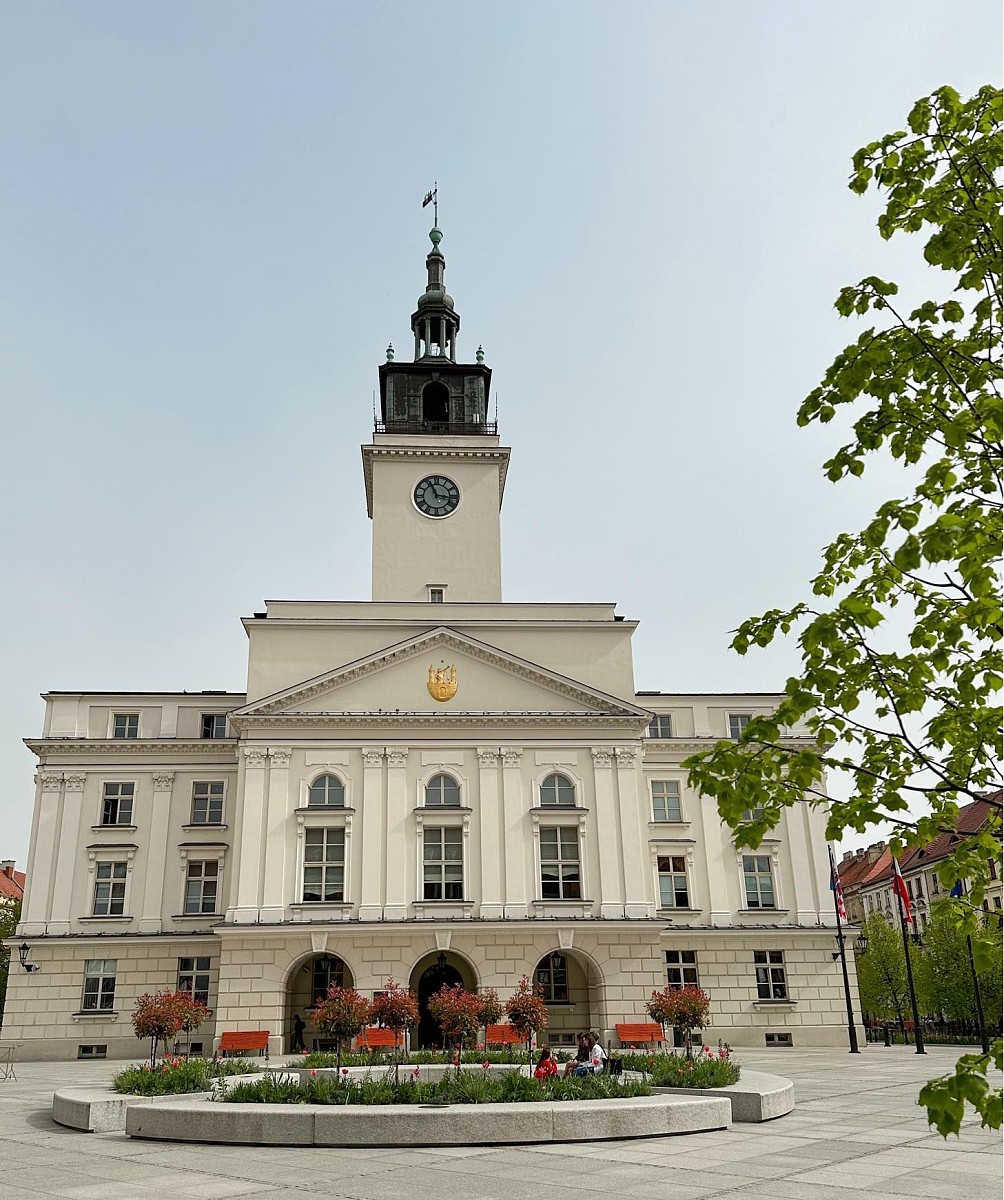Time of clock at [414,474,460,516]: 11:16
